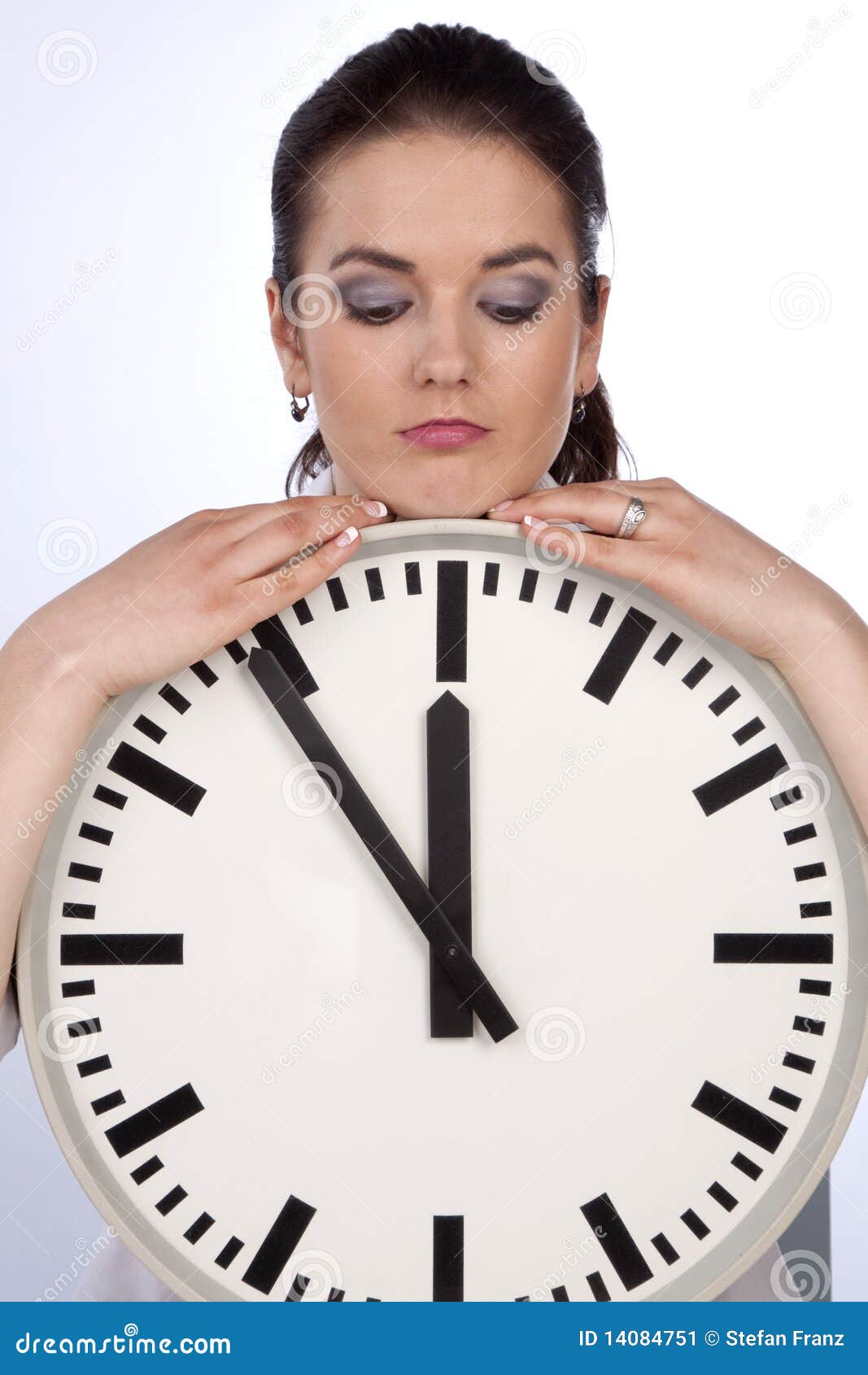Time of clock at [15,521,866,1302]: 11:54
